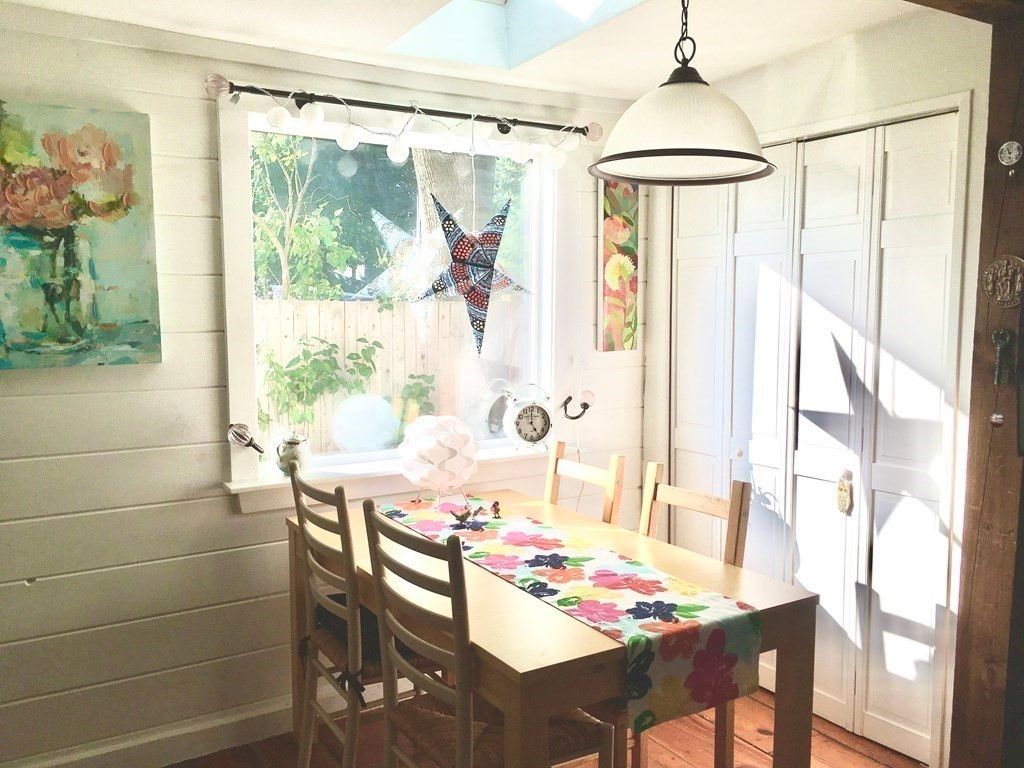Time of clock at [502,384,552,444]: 5:00
